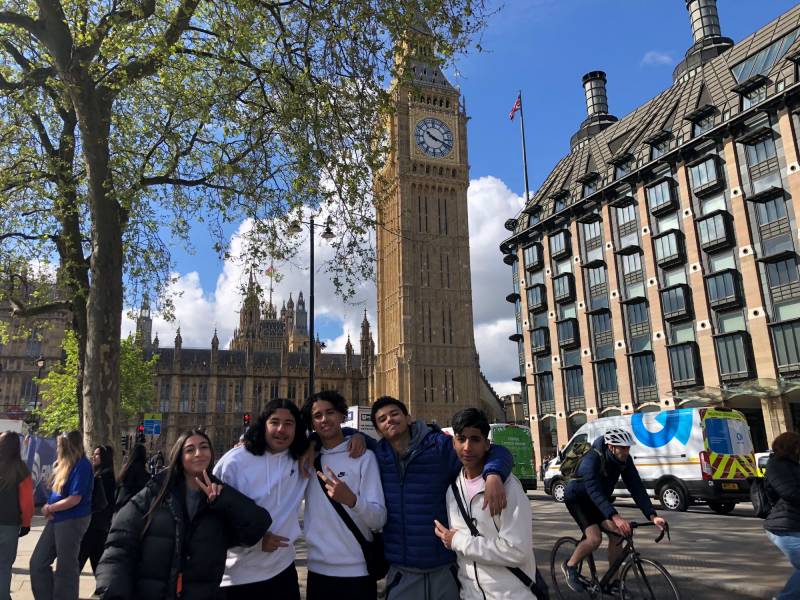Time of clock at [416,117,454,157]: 10:18
